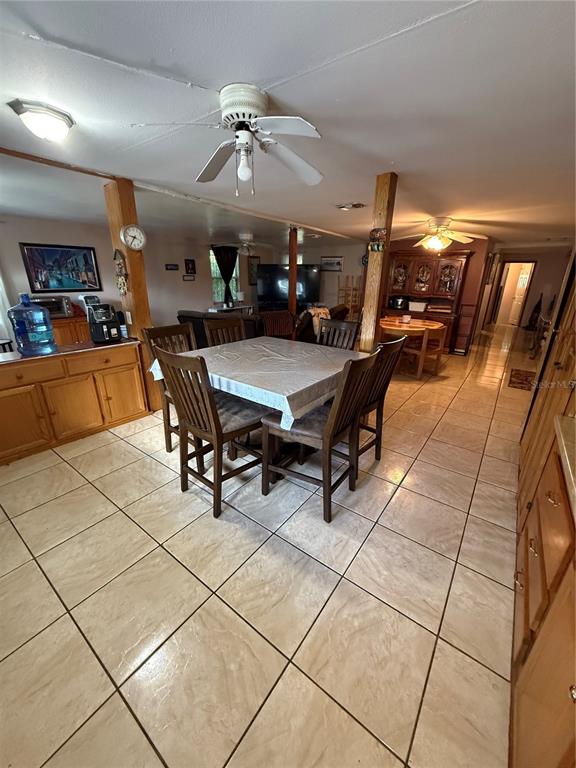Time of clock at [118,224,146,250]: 9:36
